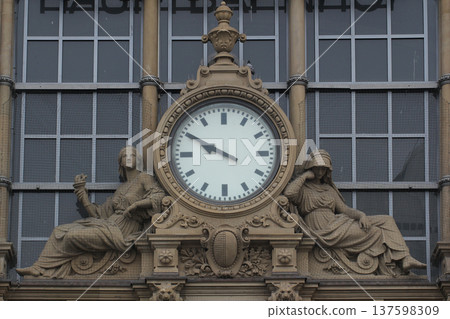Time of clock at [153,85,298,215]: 9:50
